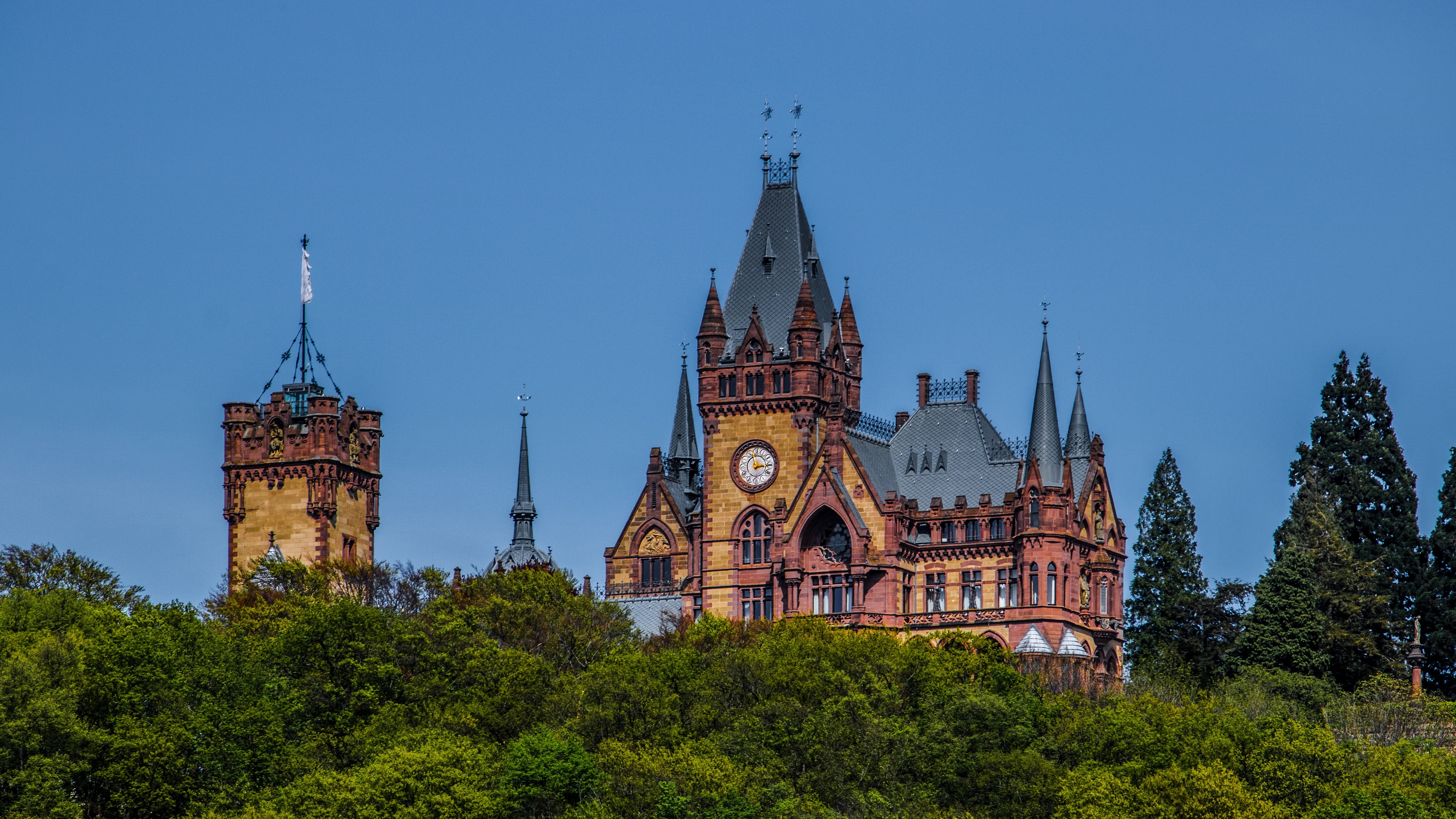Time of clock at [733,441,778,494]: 2:58
